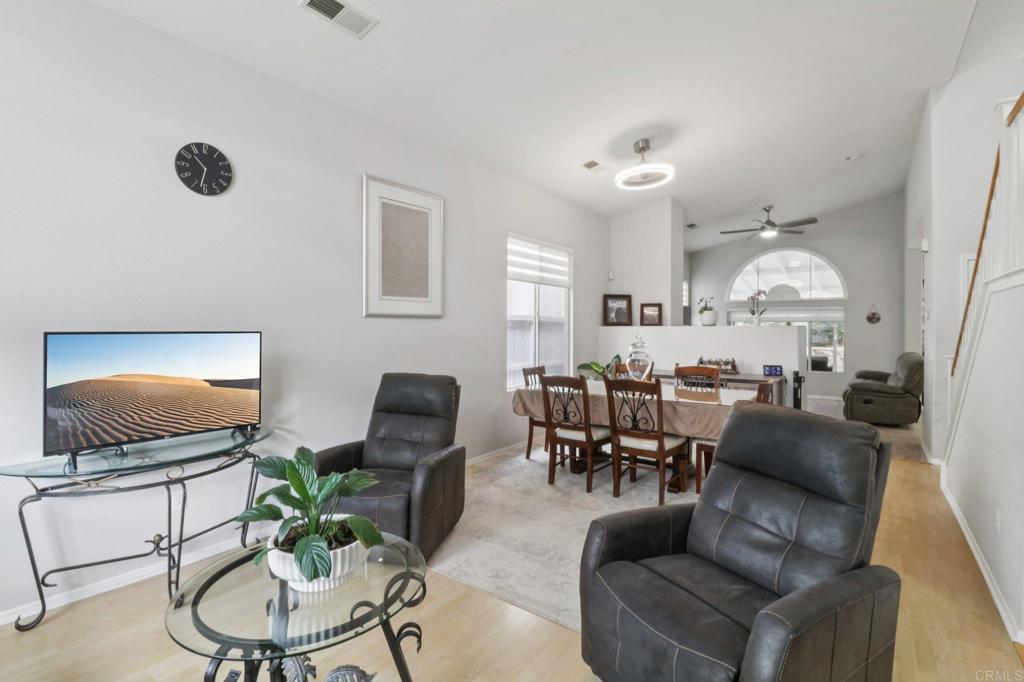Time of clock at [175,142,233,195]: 10:32
